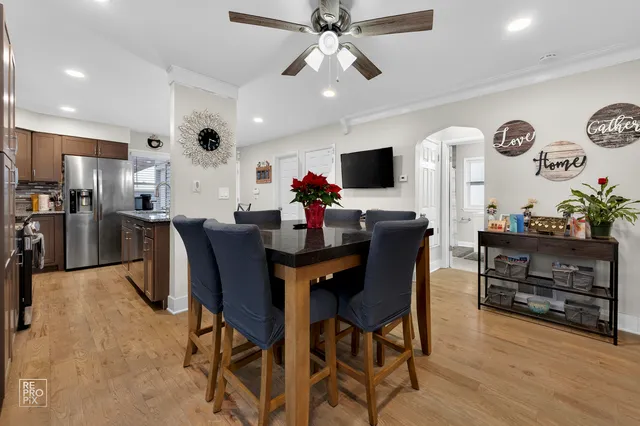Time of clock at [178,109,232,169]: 3:32
